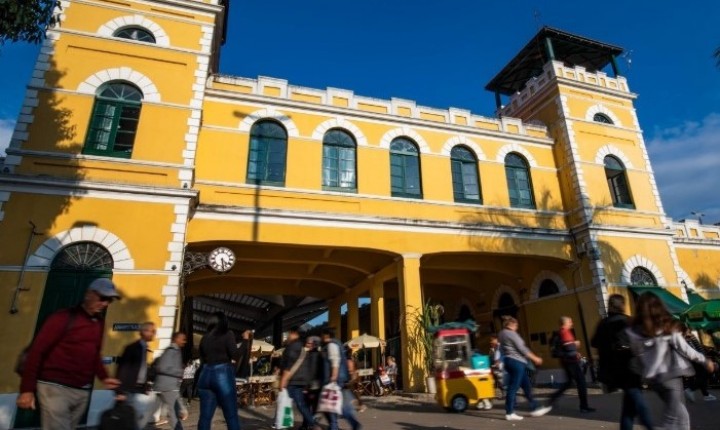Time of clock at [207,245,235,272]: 4:28
